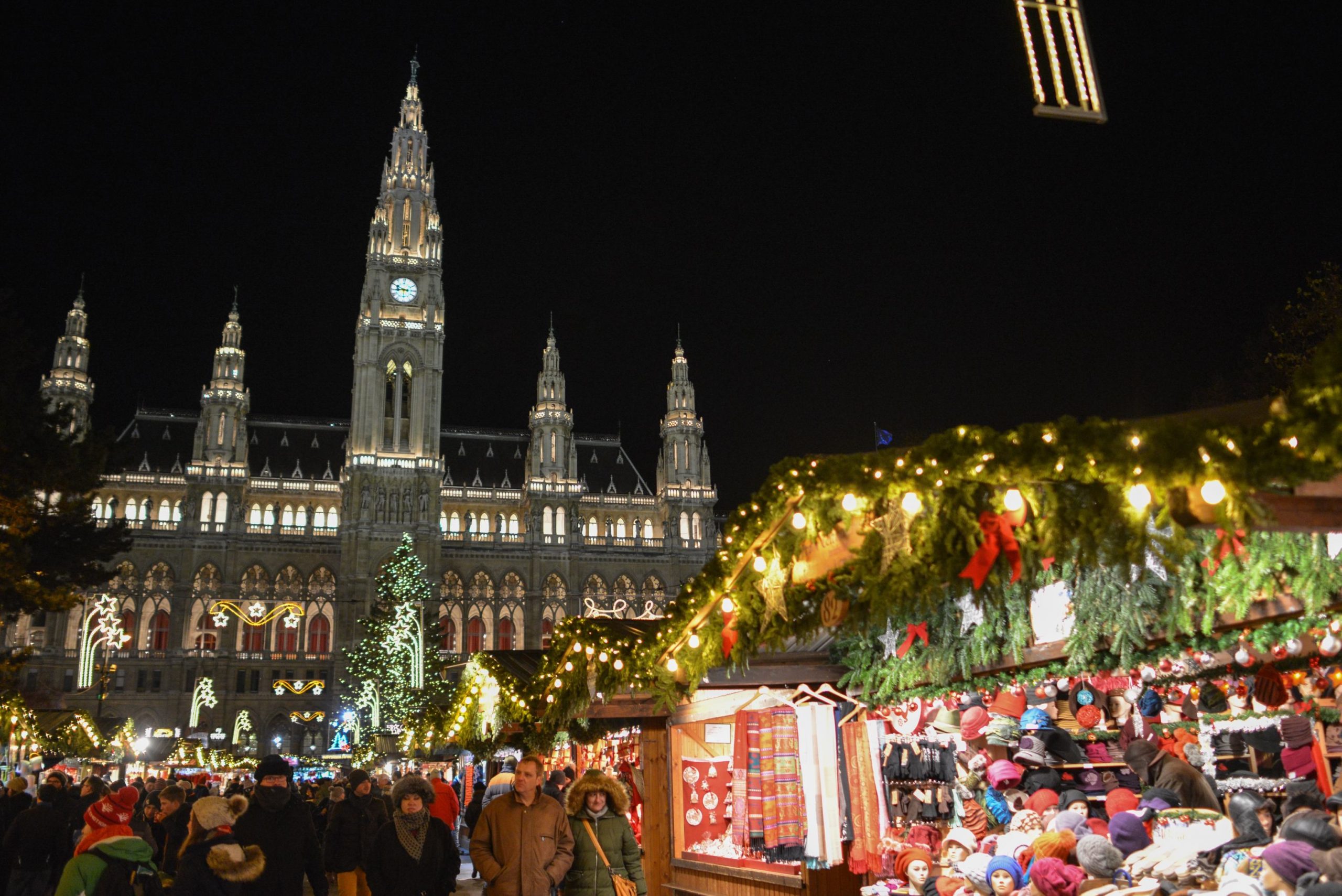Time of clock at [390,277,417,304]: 8:49
